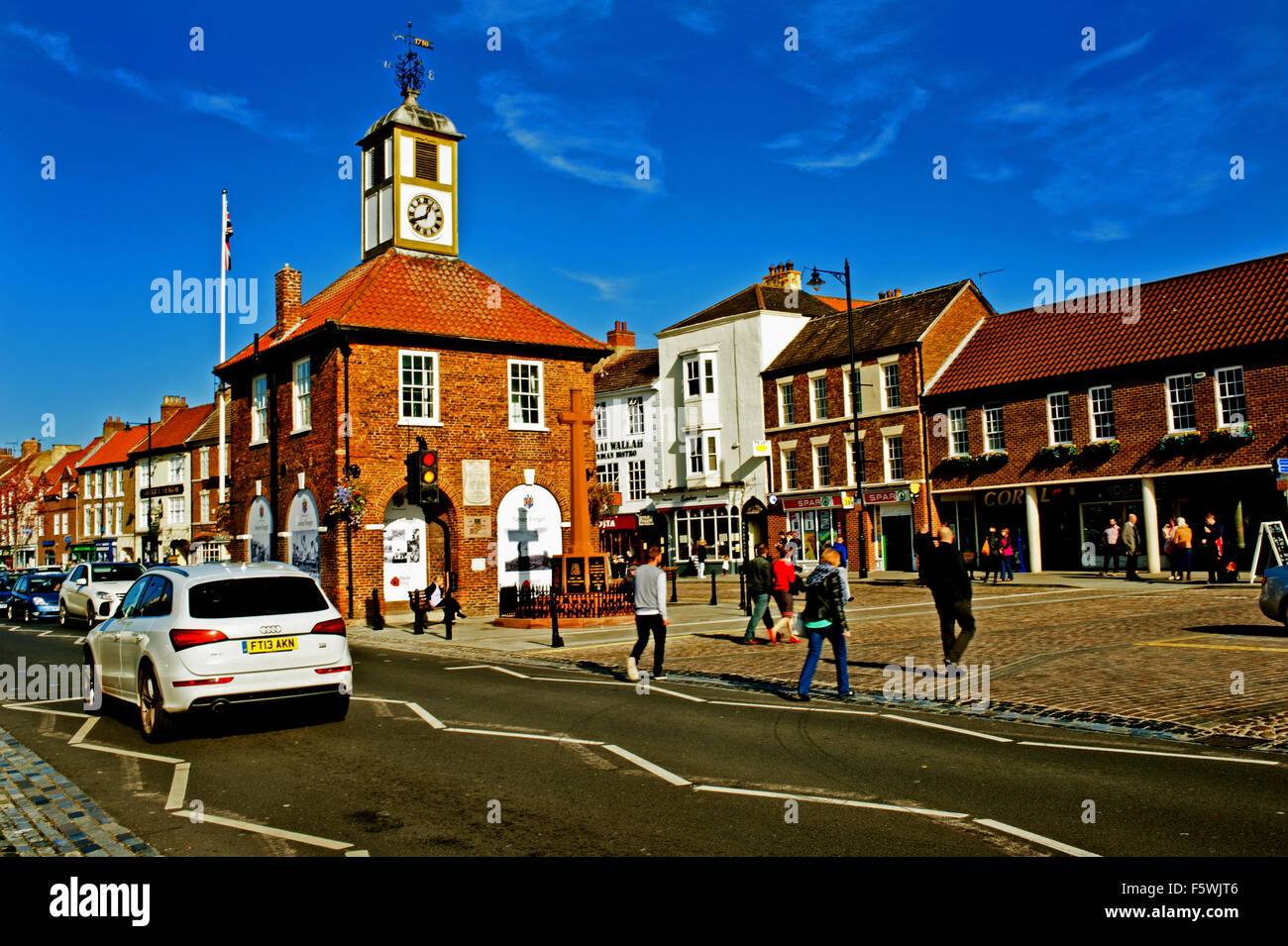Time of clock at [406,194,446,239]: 12:40
